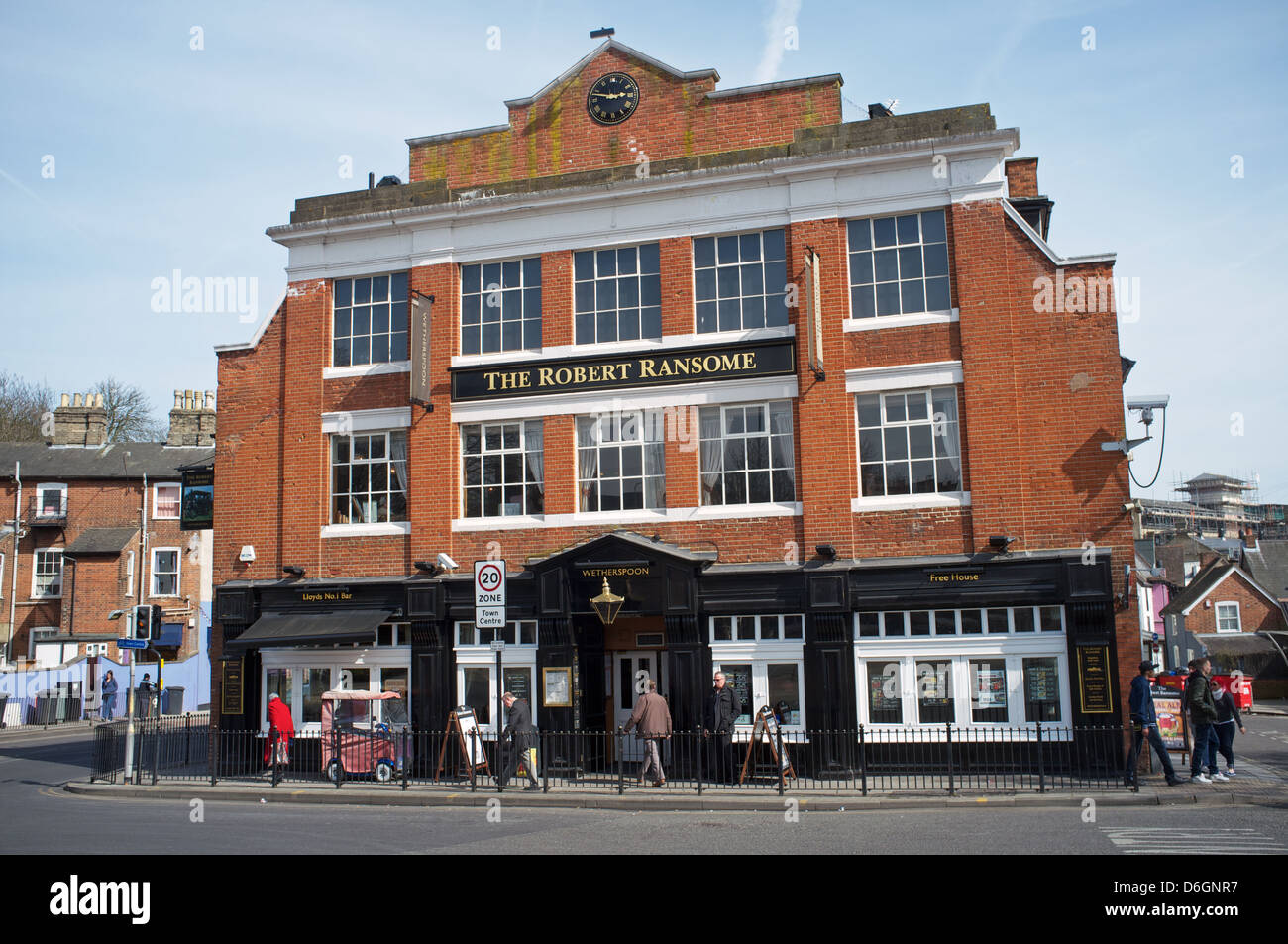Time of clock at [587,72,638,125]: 2:46
